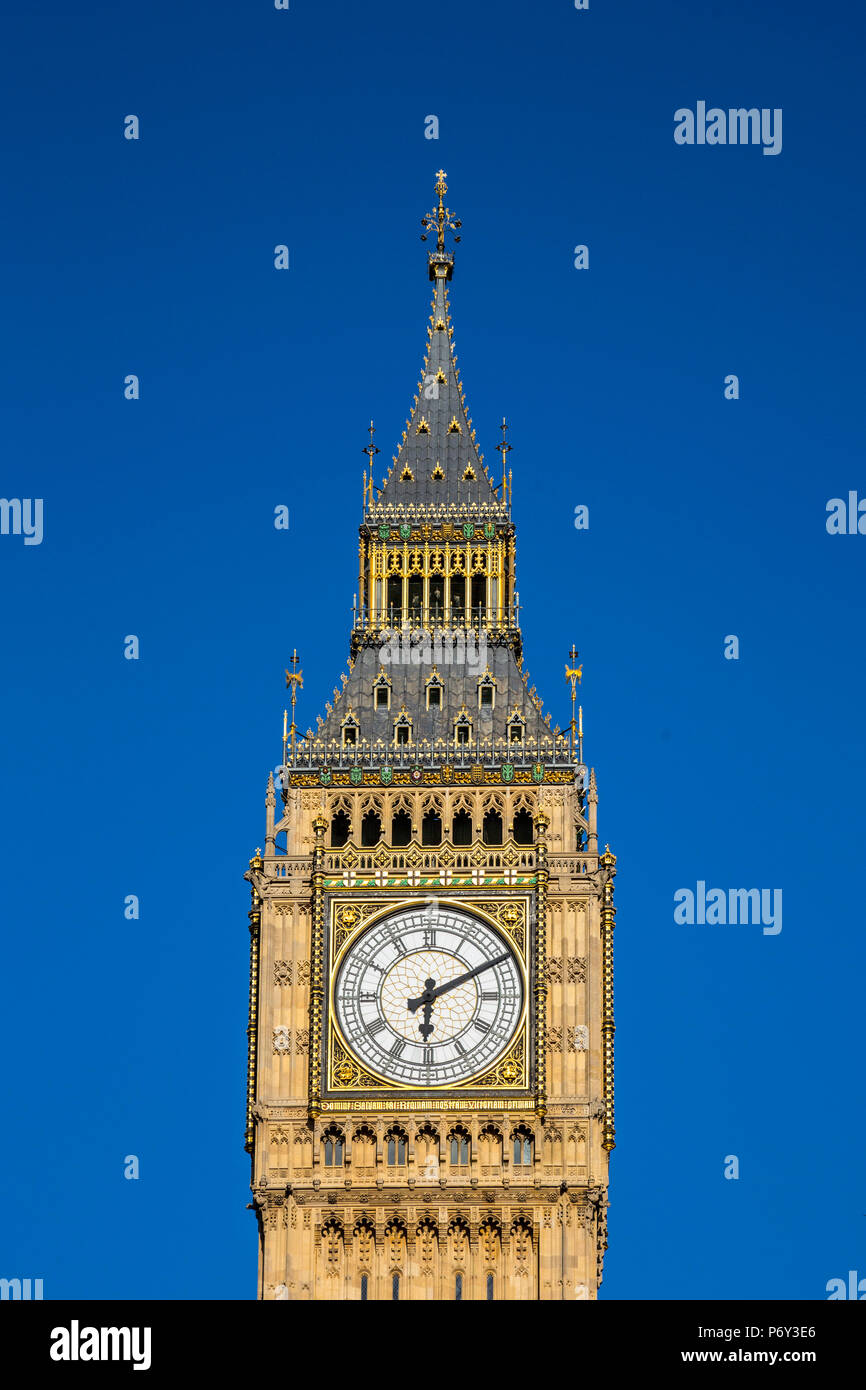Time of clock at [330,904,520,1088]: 6:10
